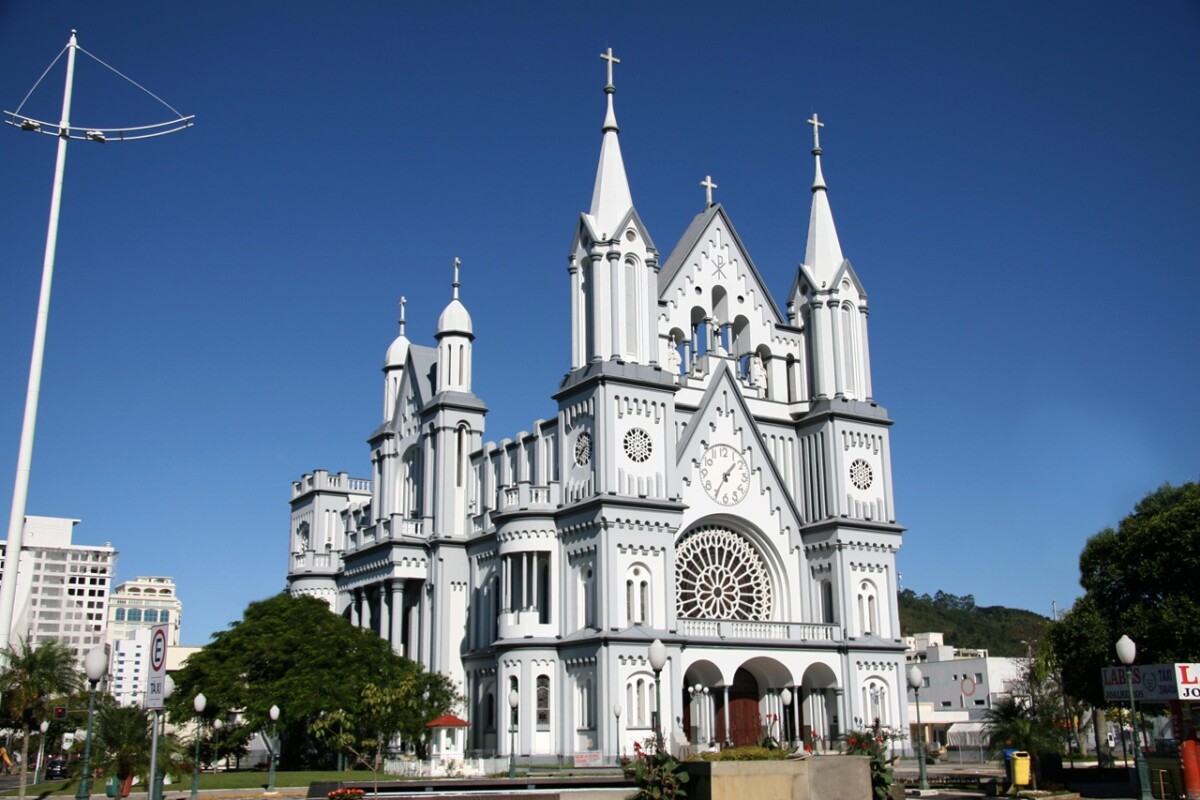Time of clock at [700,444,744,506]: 1:35
